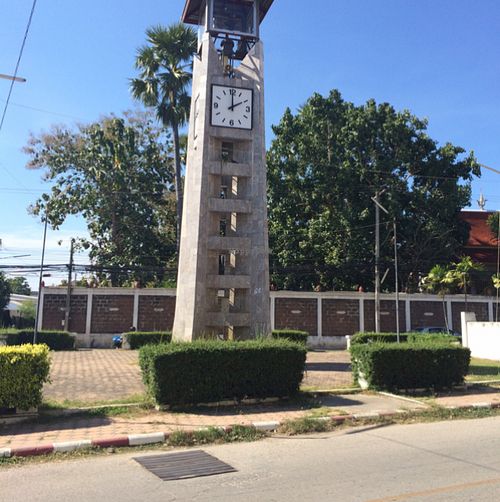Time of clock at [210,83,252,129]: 2:00
